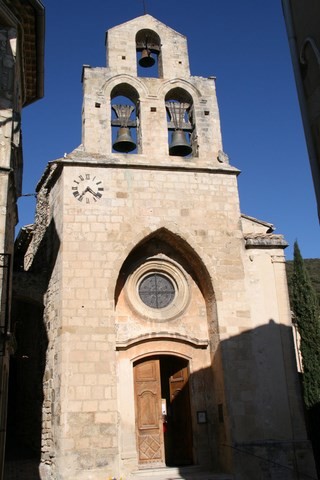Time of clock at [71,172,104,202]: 7:21
